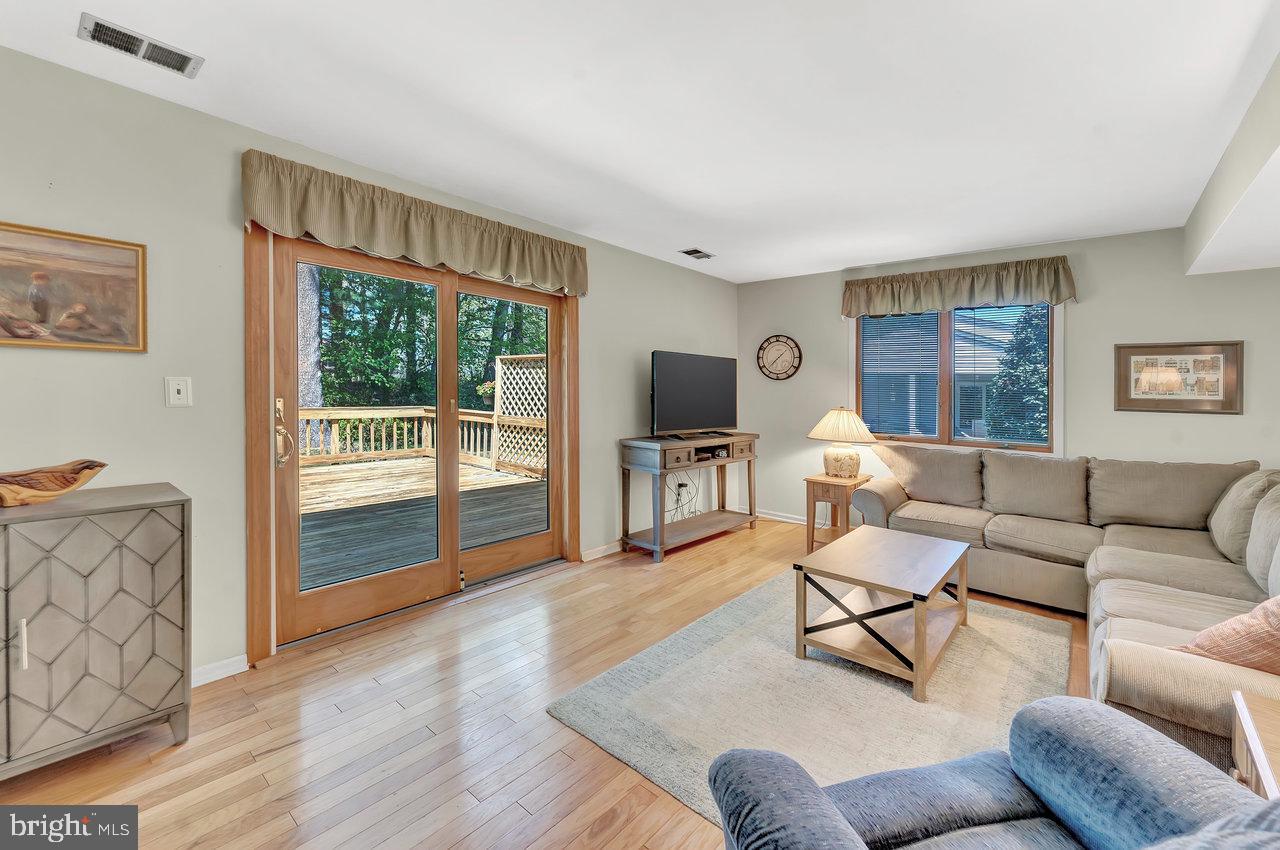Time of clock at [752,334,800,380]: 1:37
